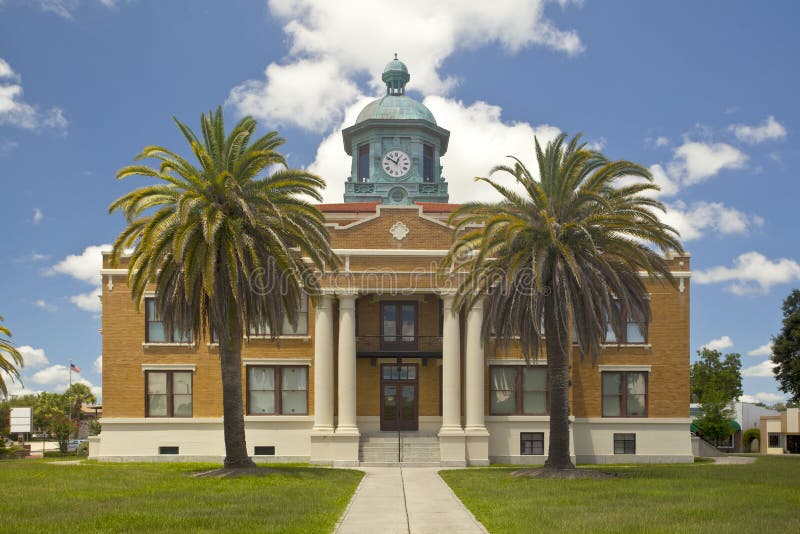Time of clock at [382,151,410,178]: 12:51
